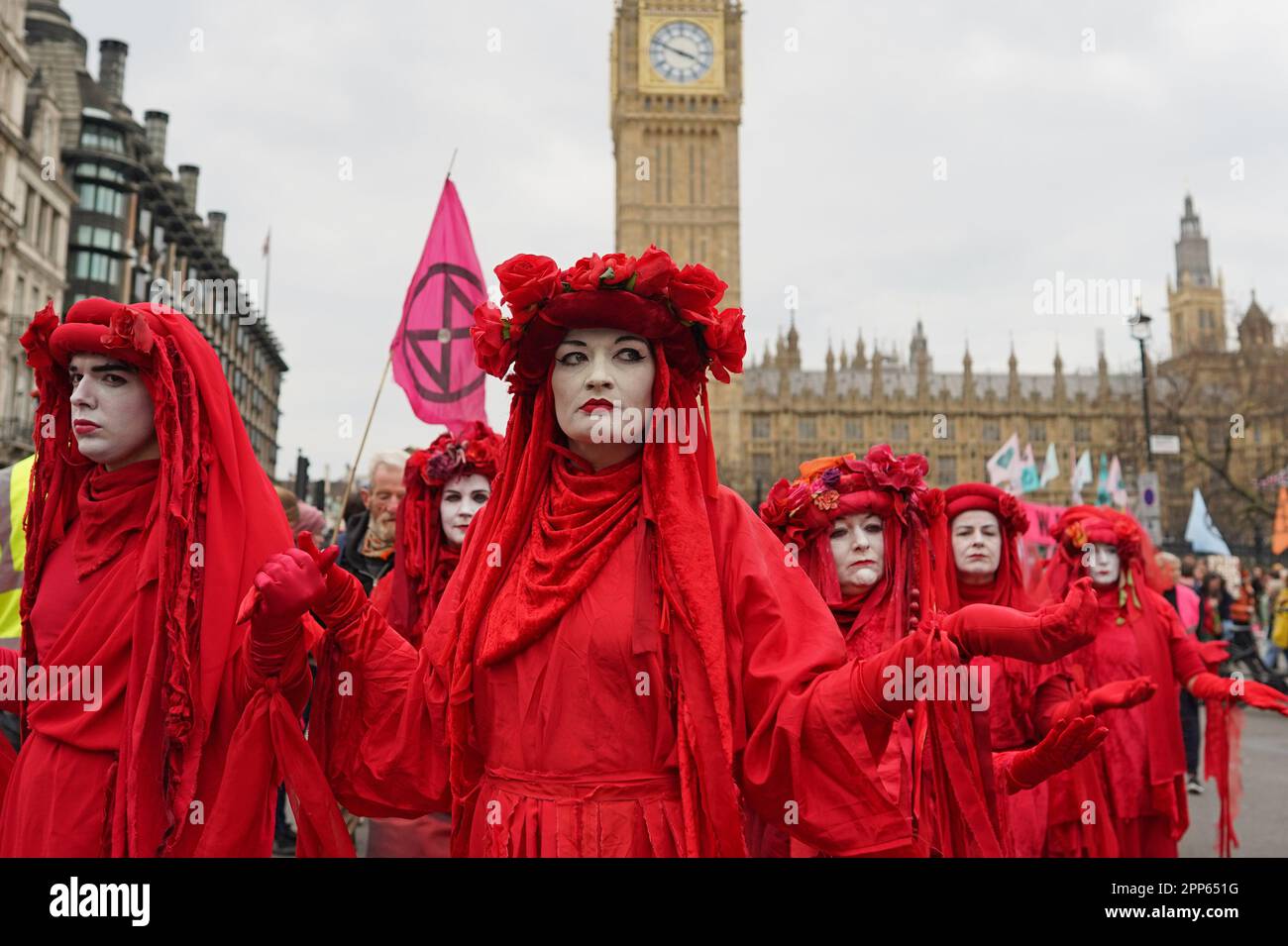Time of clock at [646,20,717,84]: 3:48
